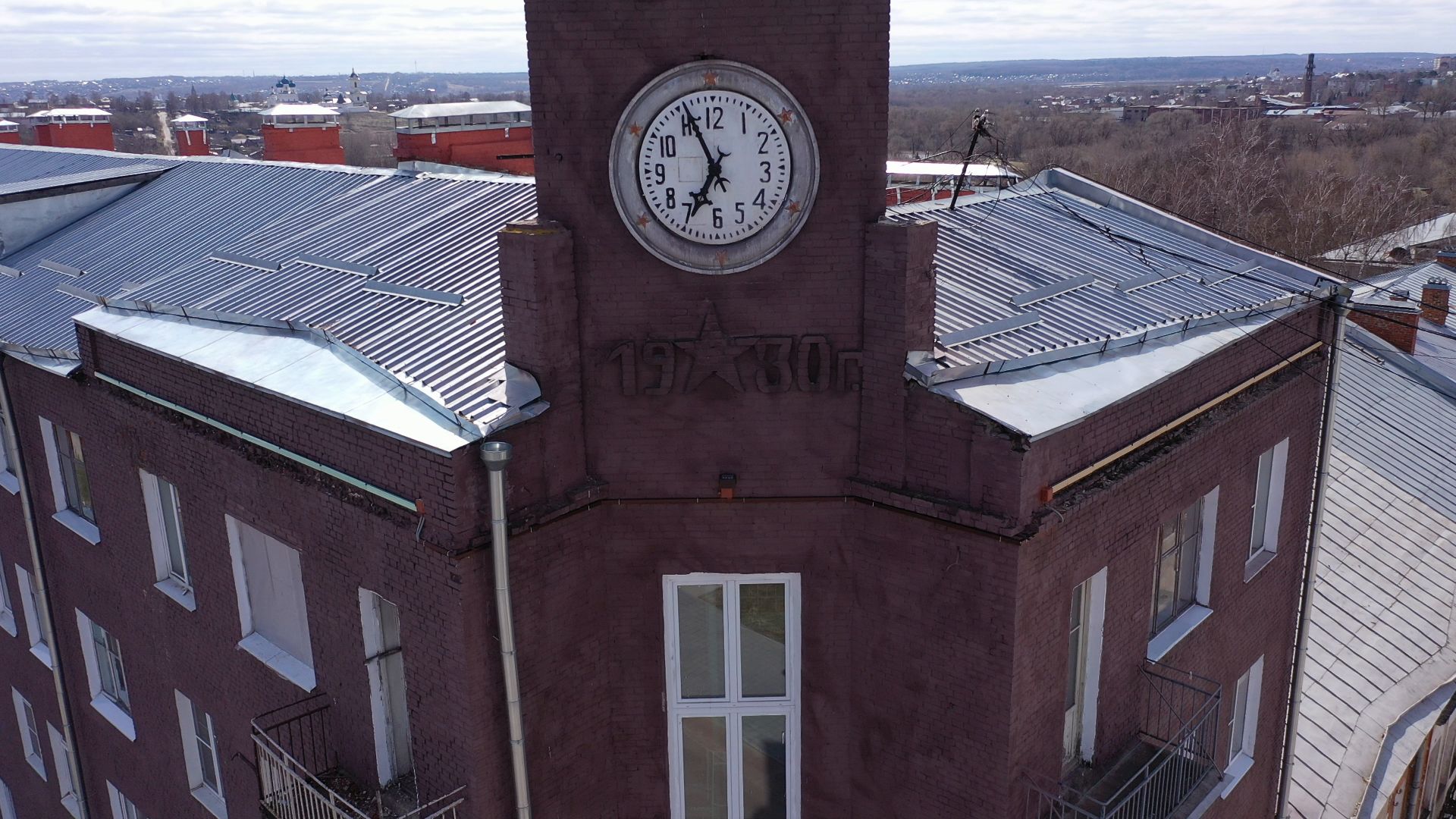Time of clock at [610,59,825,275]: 6:55
